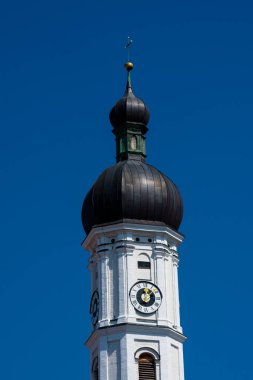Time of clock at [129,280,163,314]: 12:07
